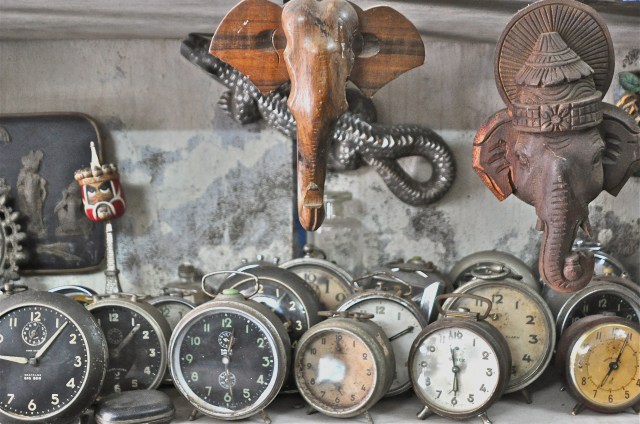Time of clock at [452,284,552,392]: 11:29
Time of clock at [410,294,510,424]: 11:29
